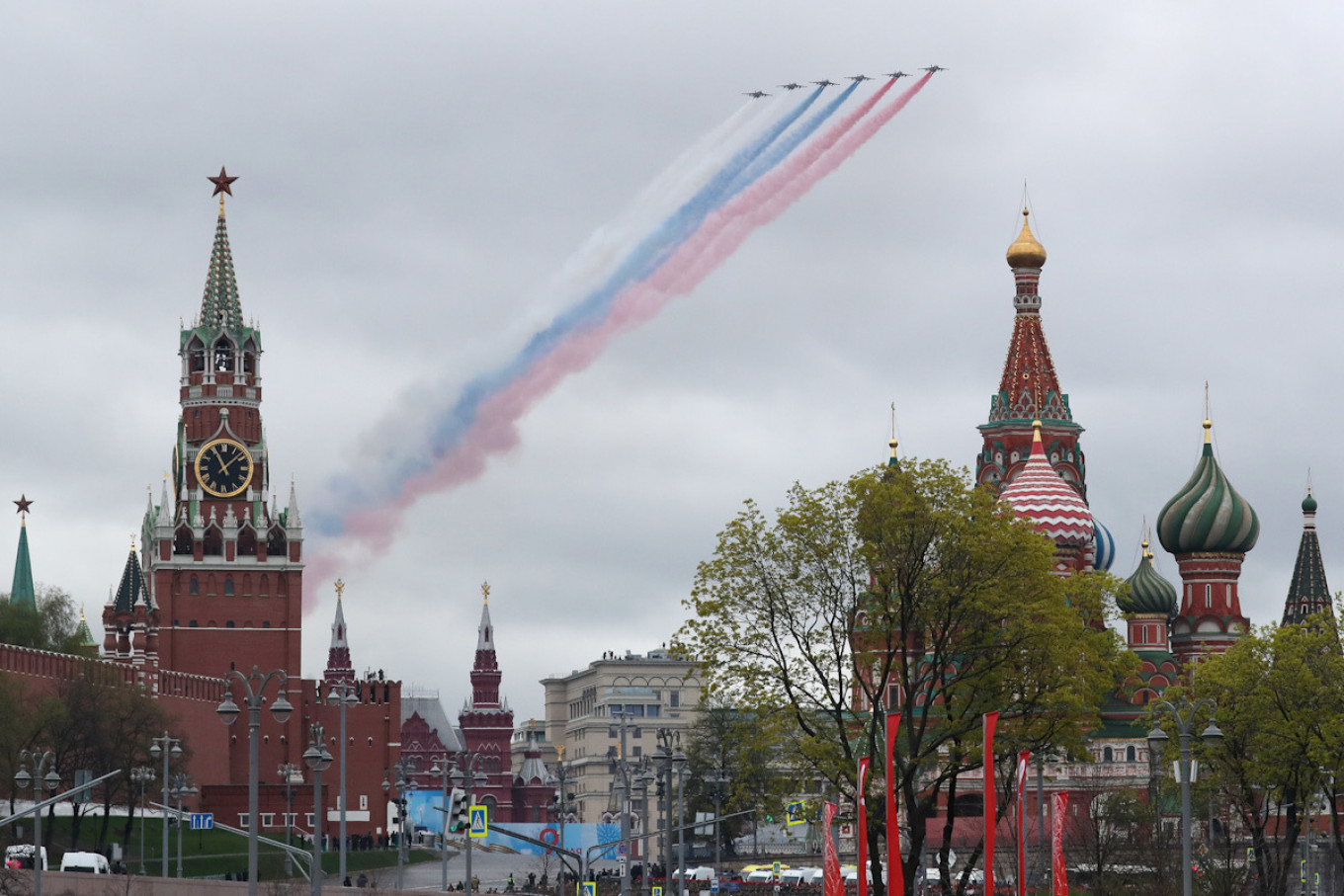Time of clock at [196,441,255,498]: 11:08
